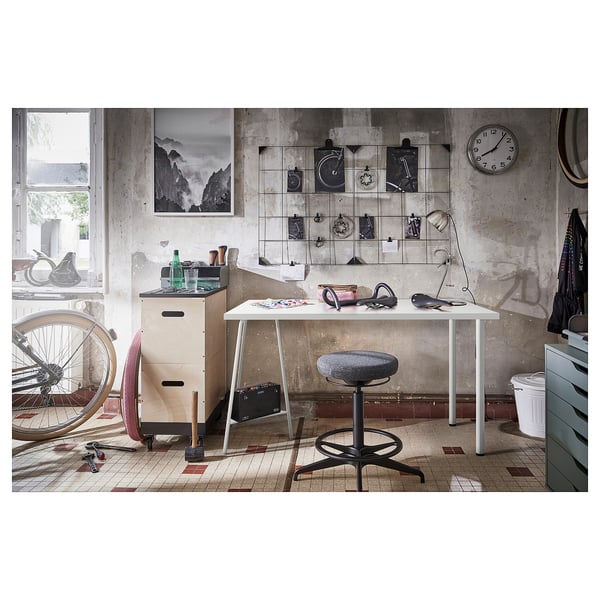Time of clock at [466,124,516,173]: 8:06
